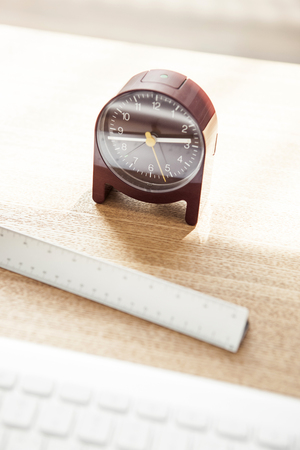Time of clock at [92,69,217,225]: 2:44
